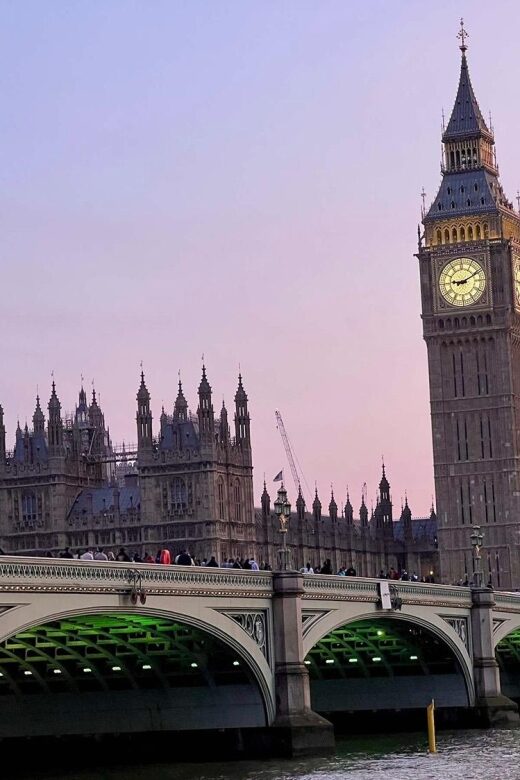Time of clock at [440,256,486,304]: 9:10
